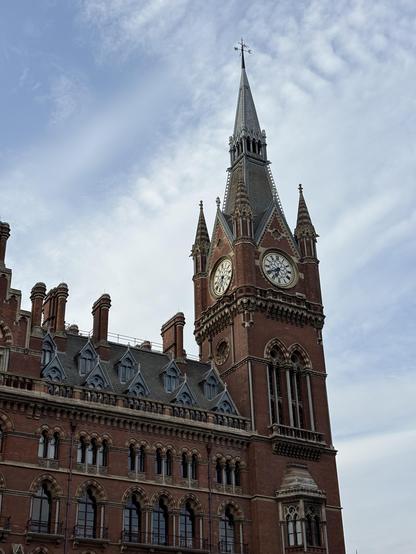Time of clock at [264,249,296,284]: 6:40
